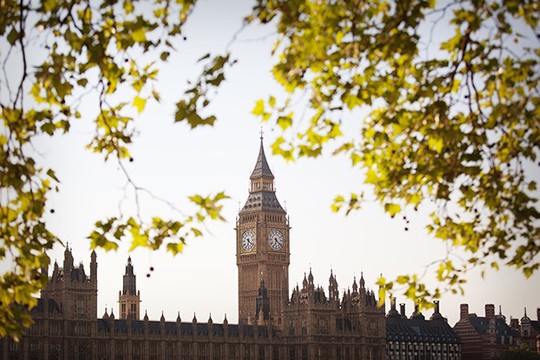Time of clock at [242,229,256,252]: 6:21
